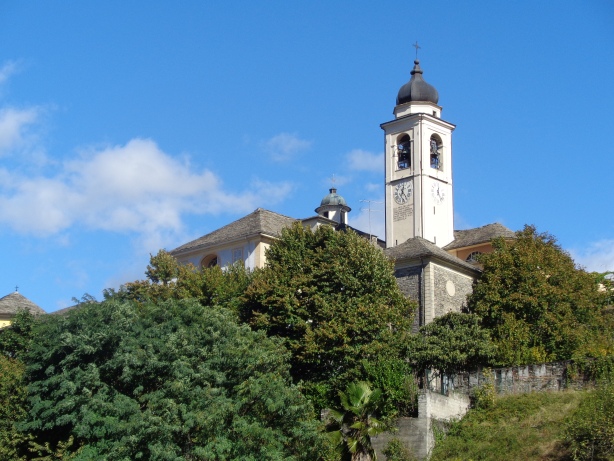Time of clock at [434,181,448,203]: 12:23
